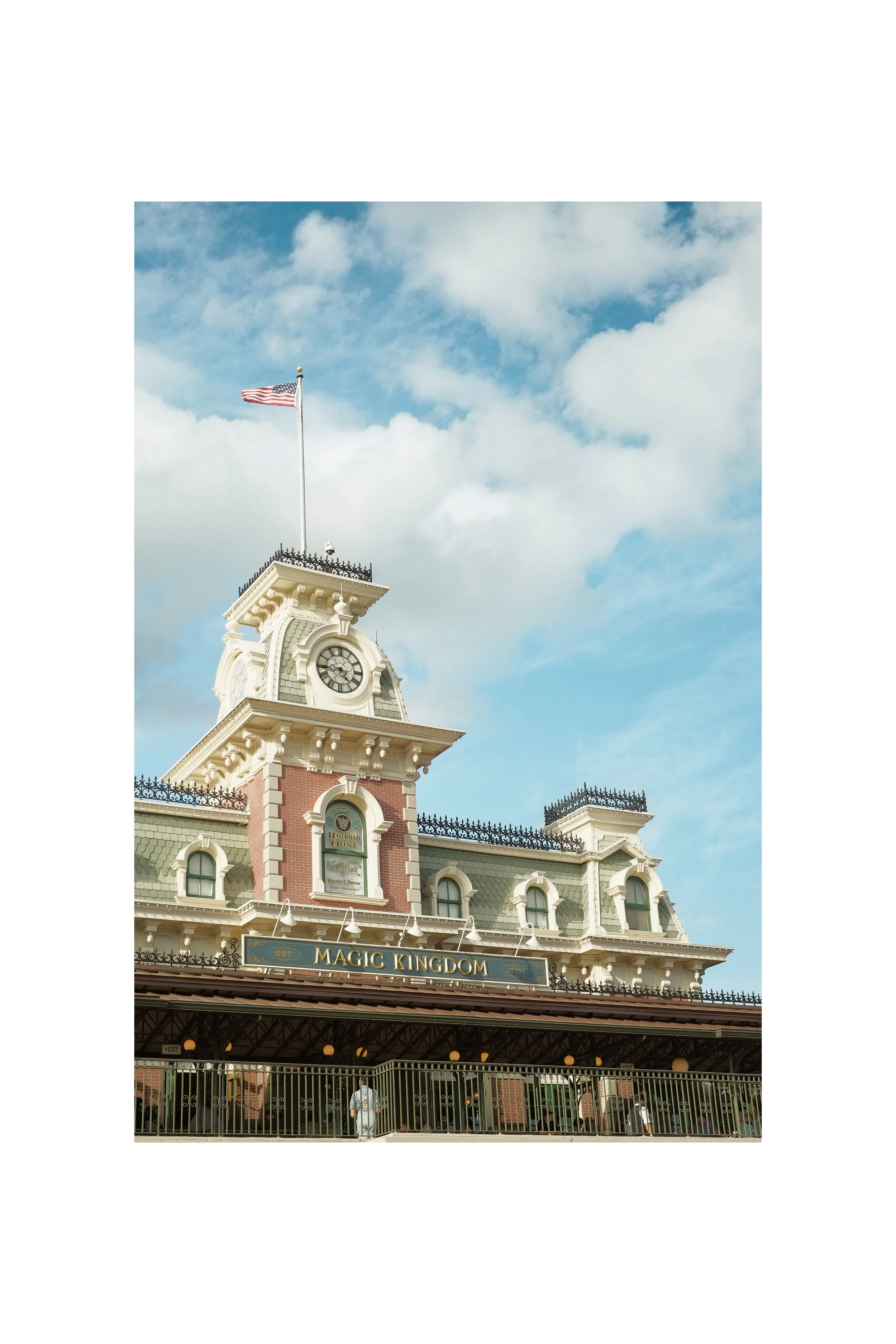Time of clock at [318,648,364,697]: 4:44
